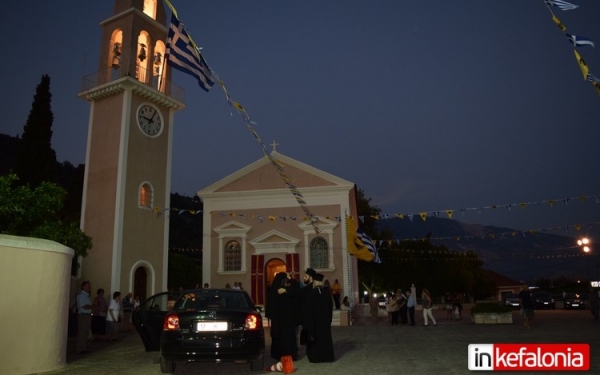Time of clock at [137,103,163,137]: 9:04
